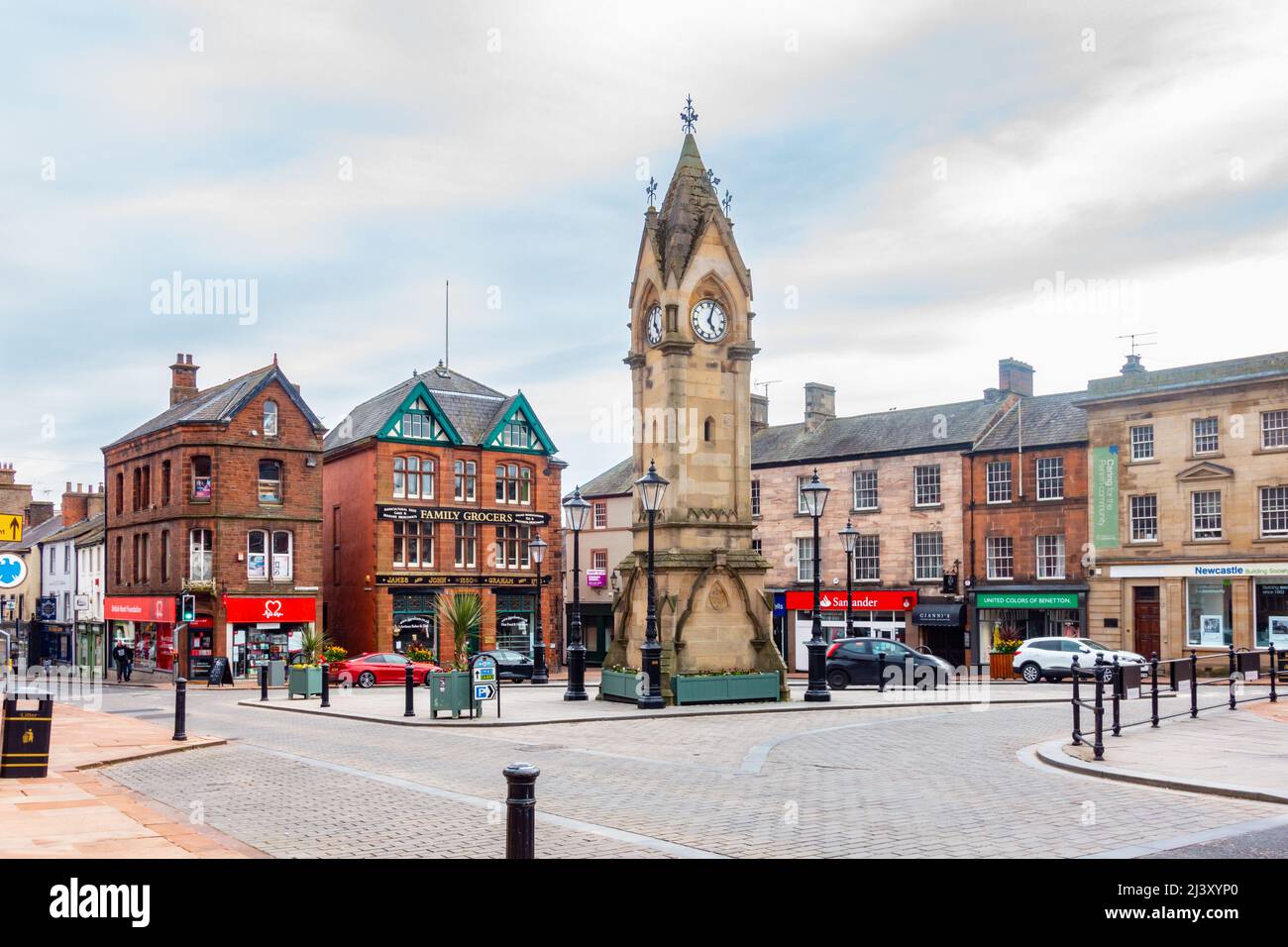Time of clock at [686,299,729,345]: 5:03
